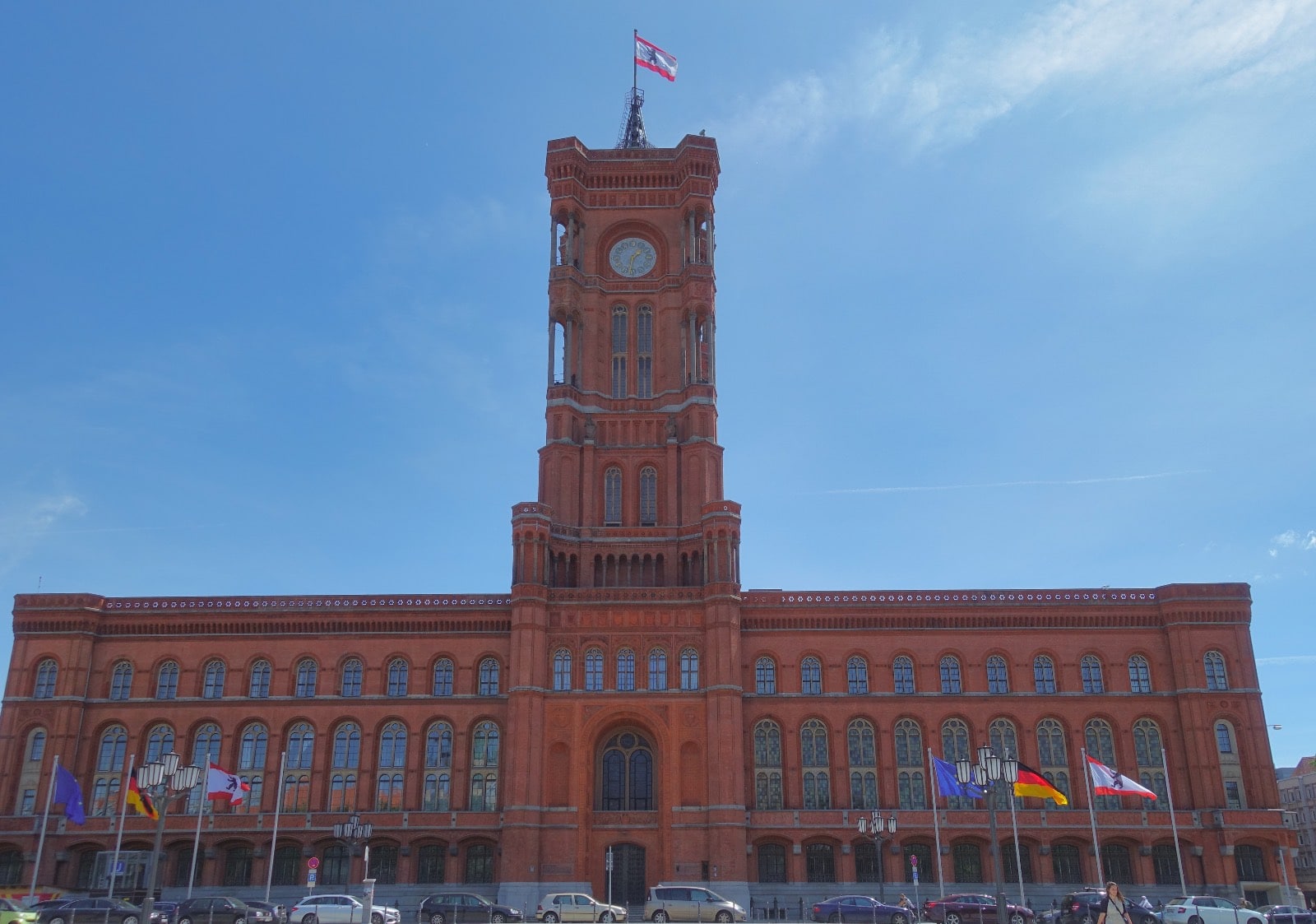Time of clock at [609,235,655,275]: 1:31
